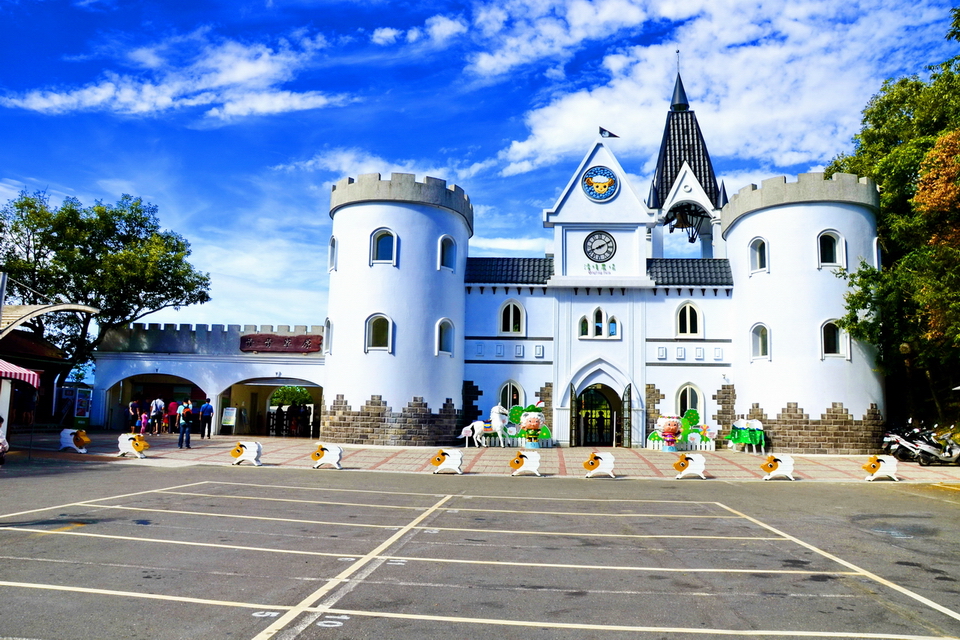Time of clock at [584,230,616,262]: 8:10
